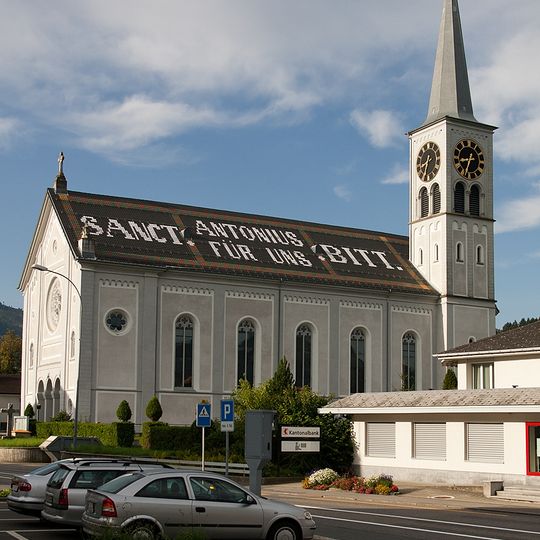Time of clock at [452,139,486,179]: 8:33
